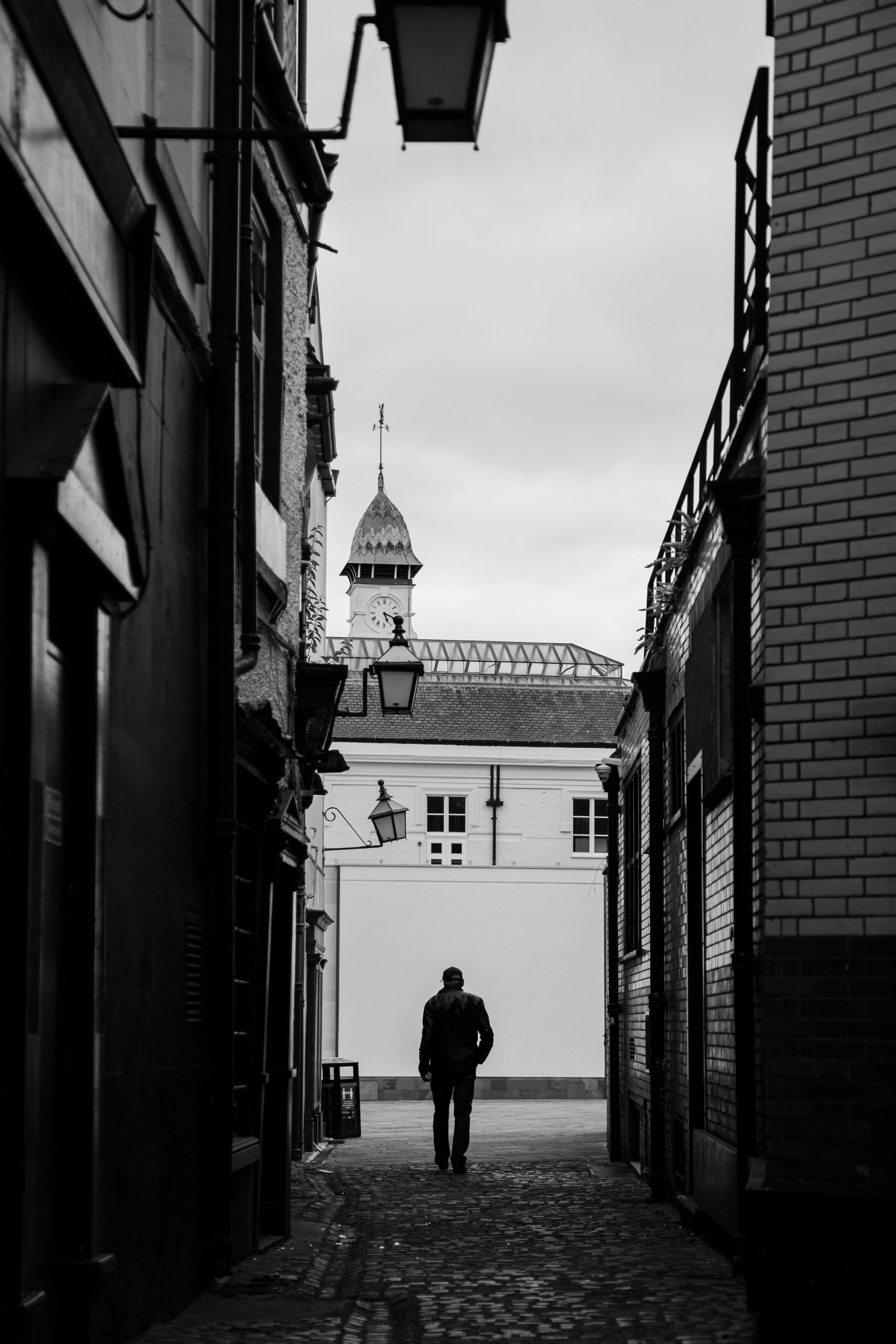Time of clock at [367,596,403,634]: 5:18
